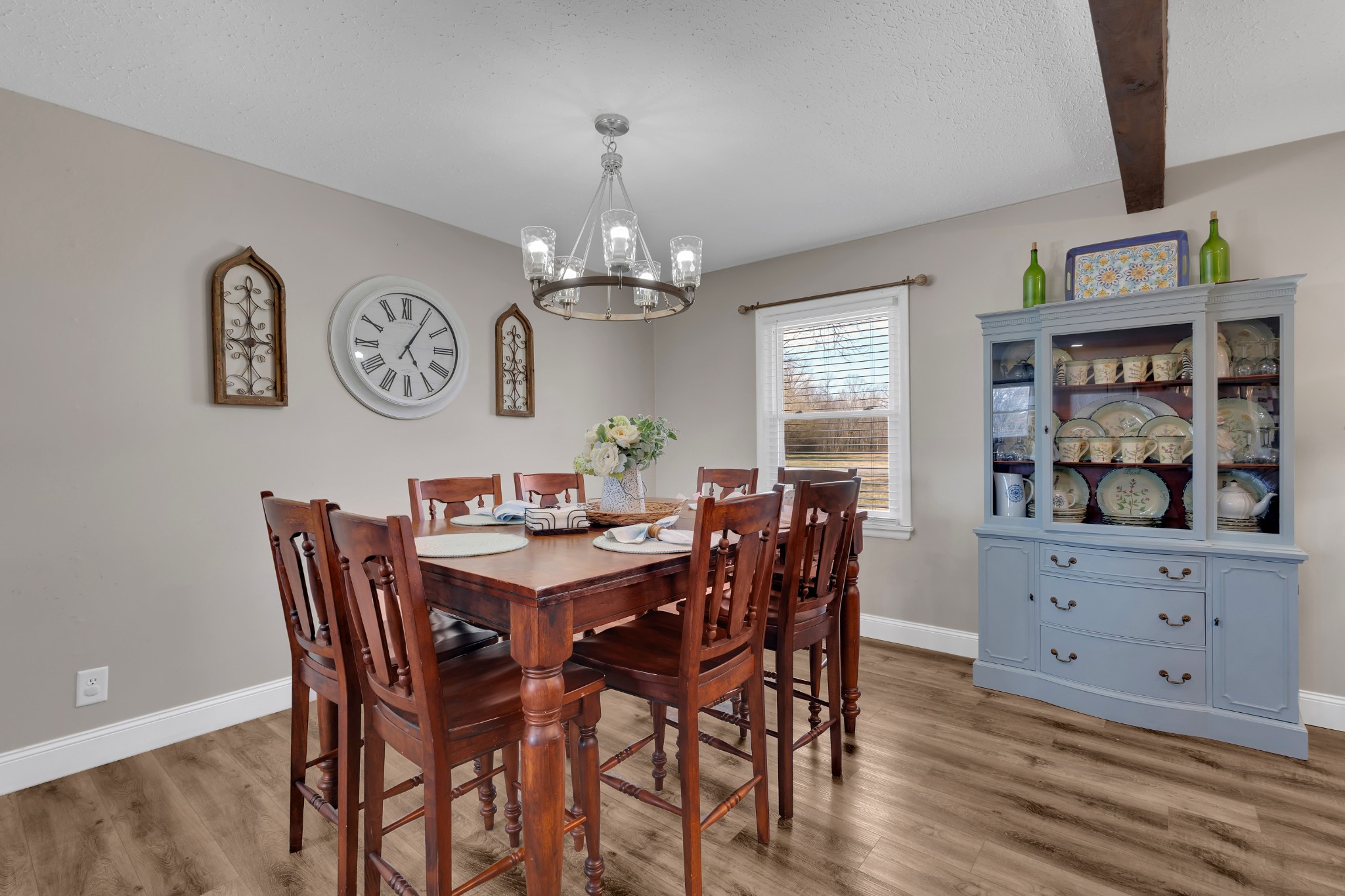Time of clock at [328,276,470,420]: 5:05
